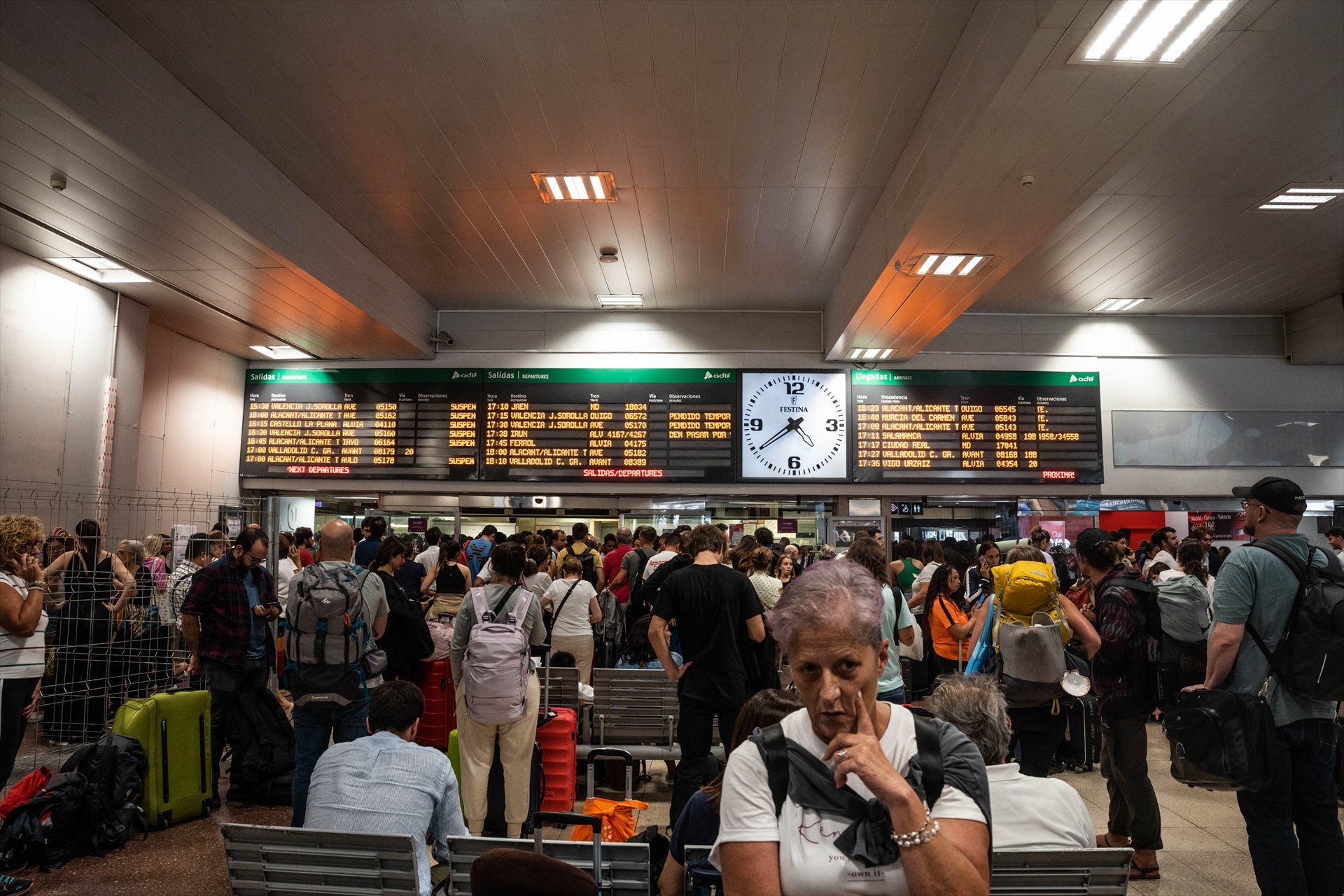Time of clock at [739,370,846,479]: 4:38
